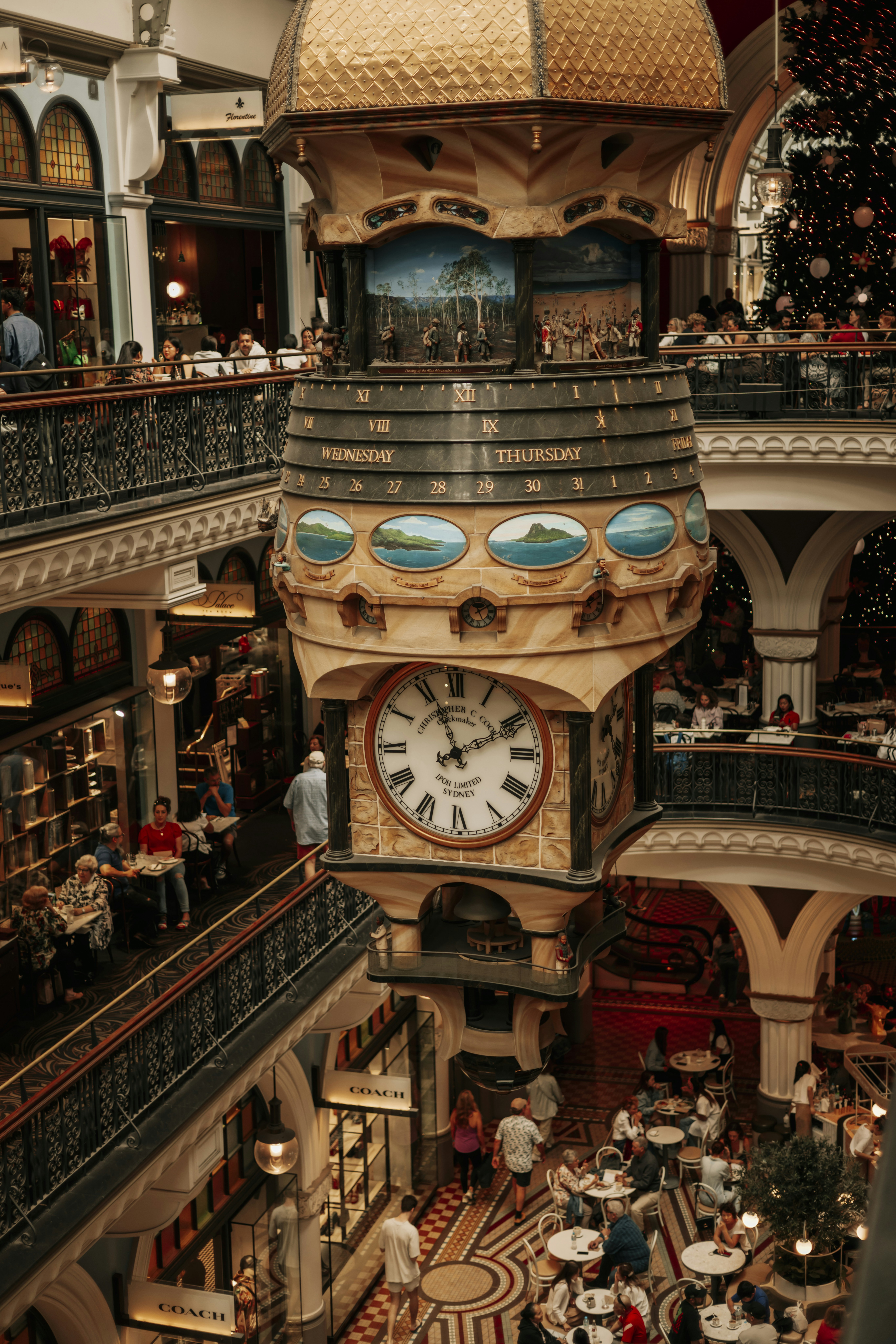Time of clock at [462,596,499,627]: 5:09
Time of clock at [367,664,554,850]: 1:56
